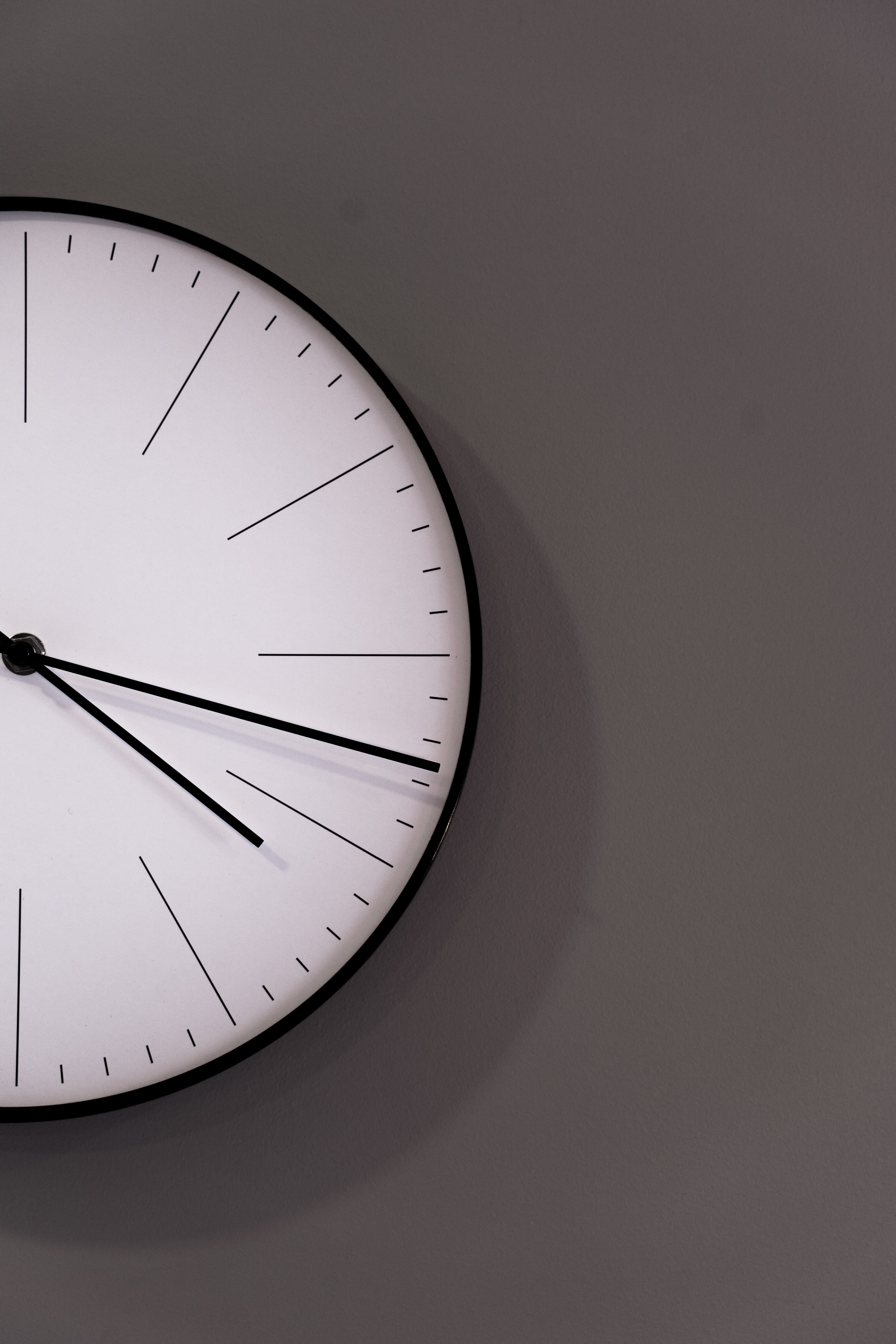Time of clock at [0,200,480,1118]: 4:17
